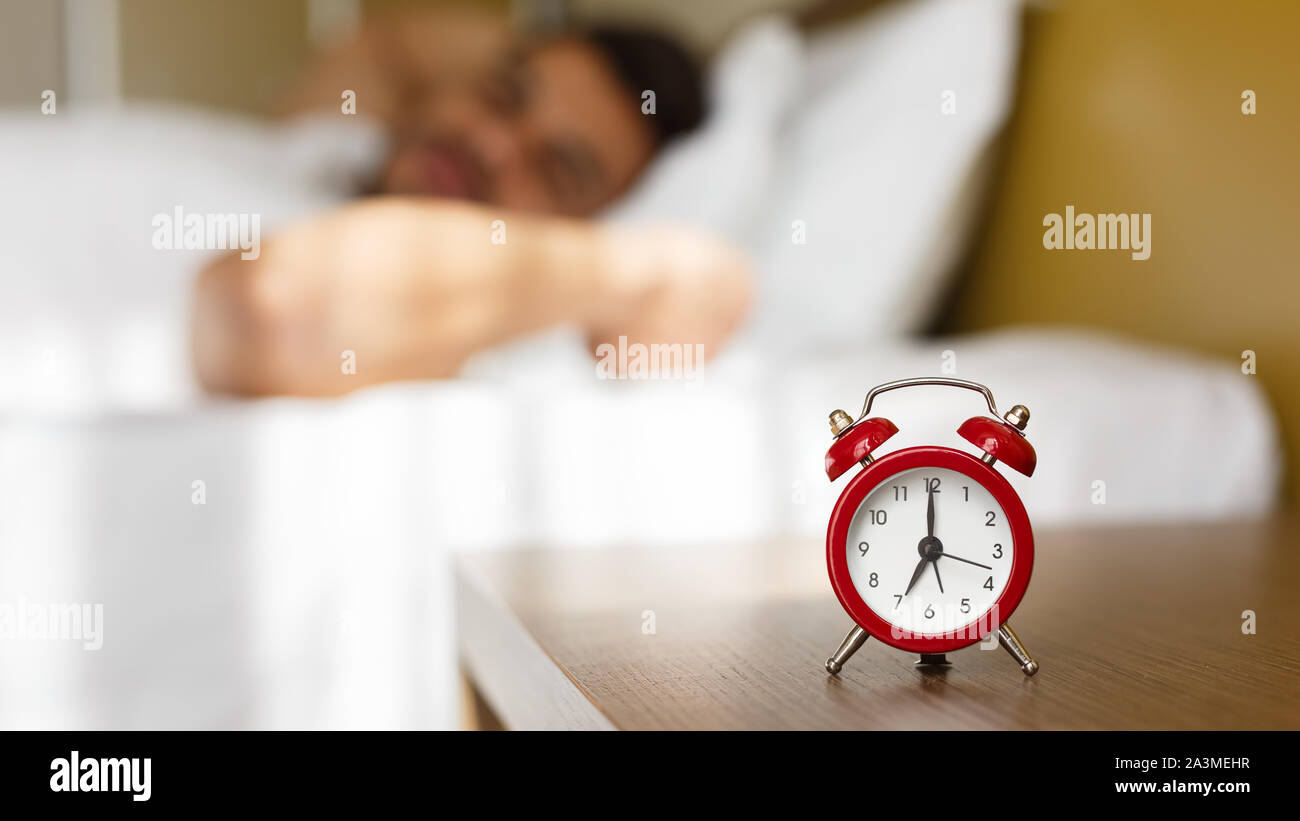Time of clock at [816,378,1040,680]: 7:00
